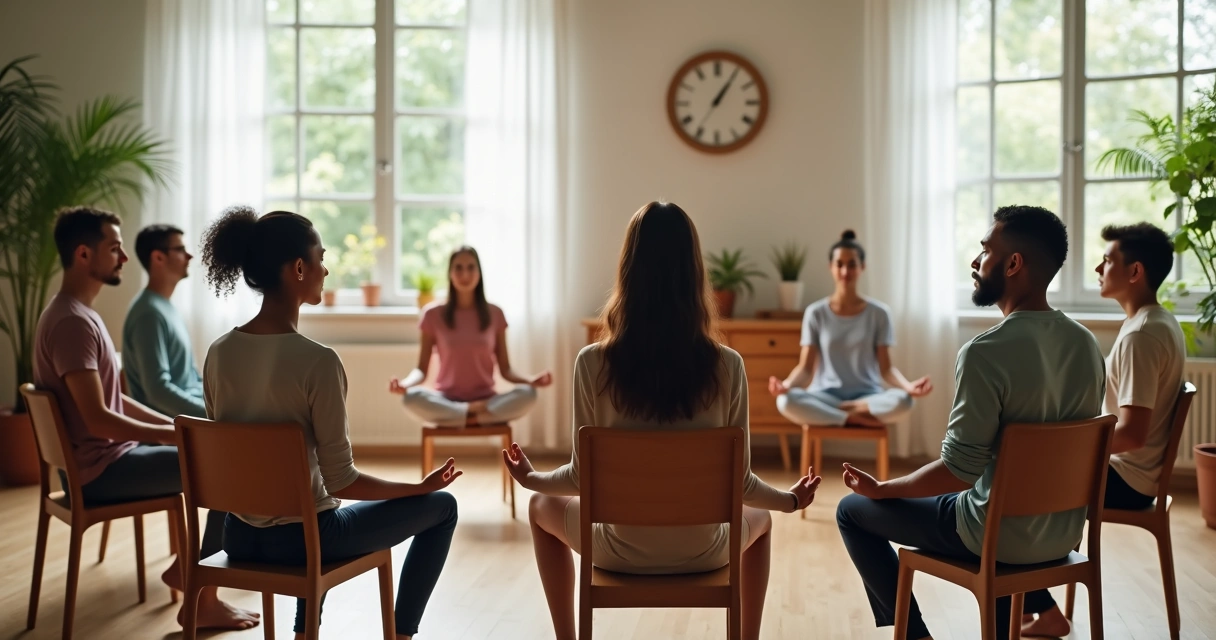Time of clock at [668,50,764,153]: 1:05
